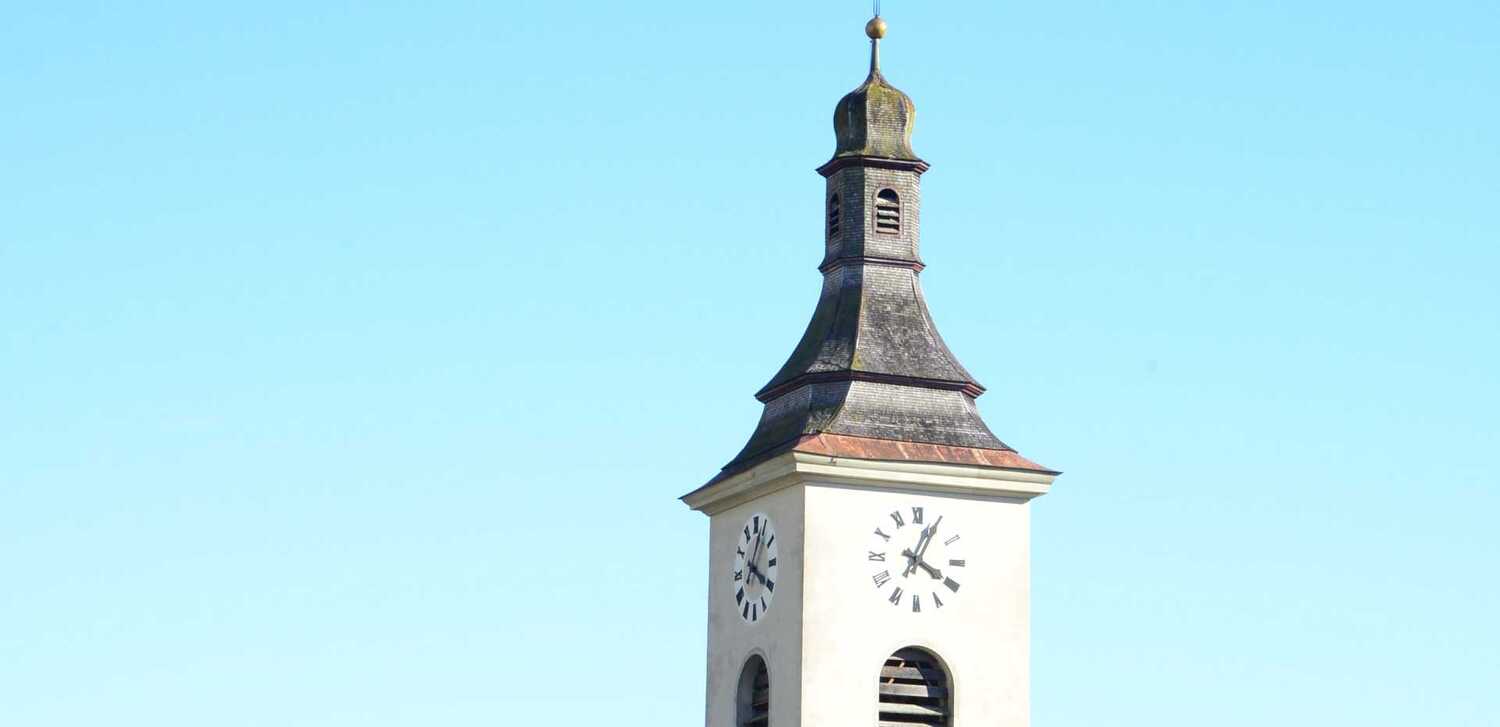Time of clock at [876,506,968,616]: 4:04
